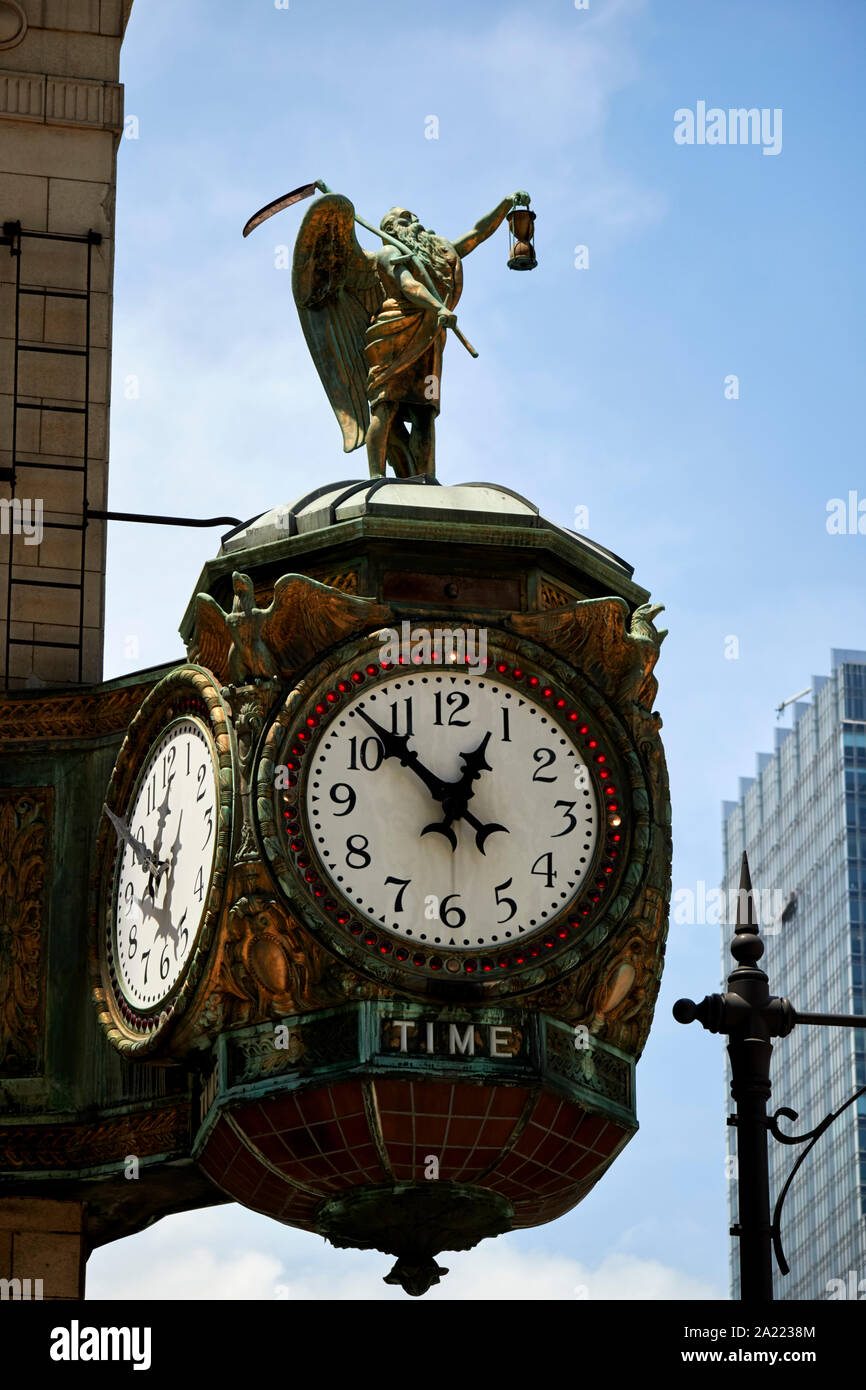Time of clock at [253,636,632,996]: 12:52
